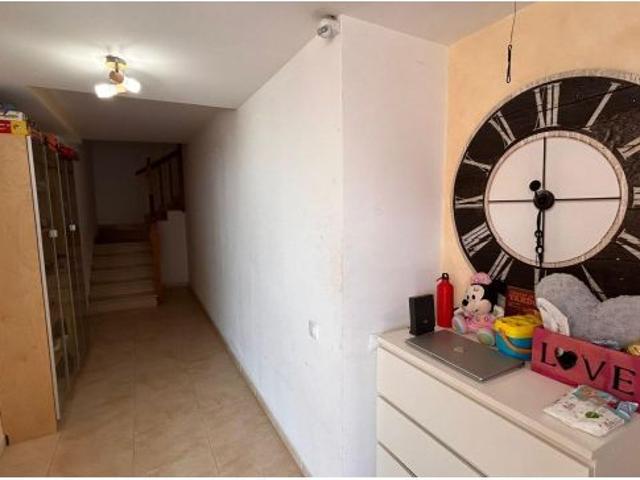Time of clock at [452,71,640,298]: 6:15
